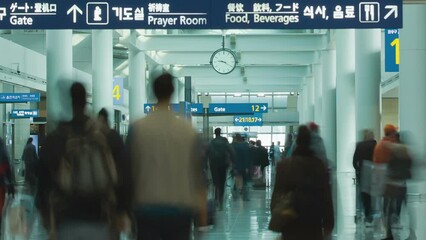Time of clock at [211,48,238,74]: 9:20
